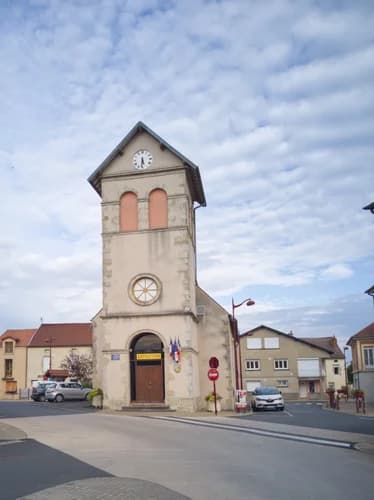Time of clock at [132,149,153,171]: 5:31
